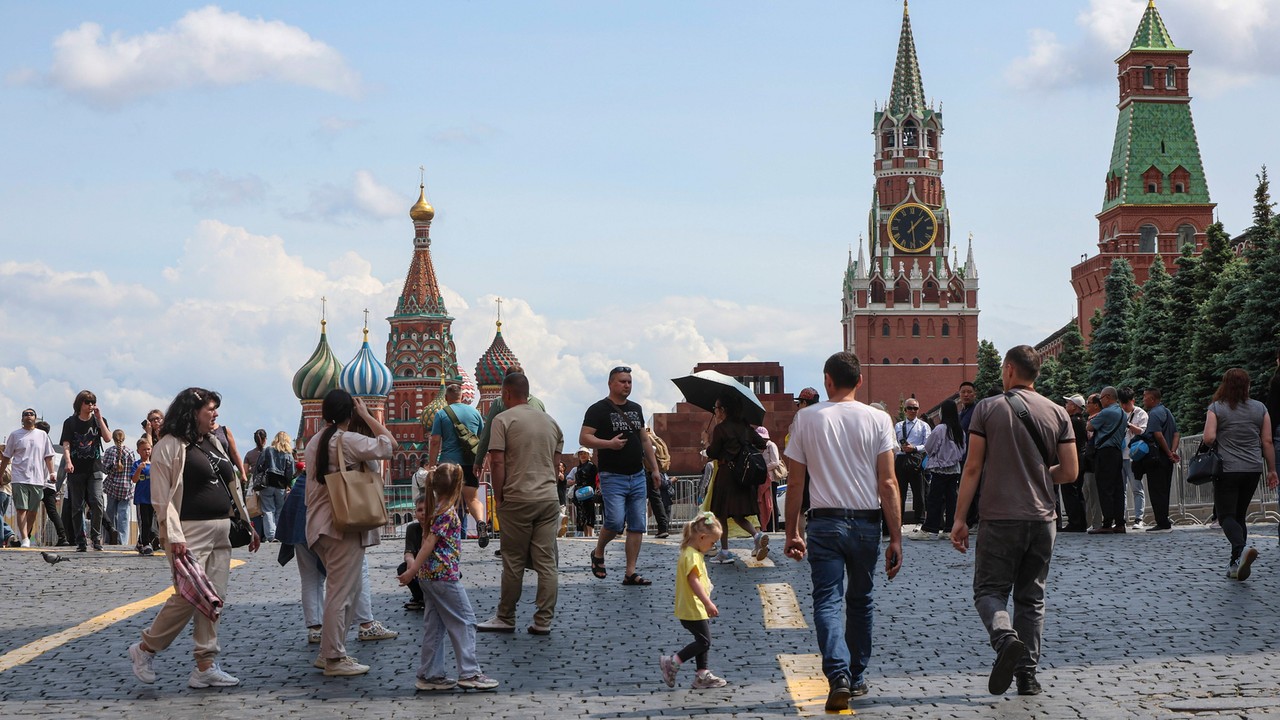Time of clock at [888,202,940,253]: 1:29
